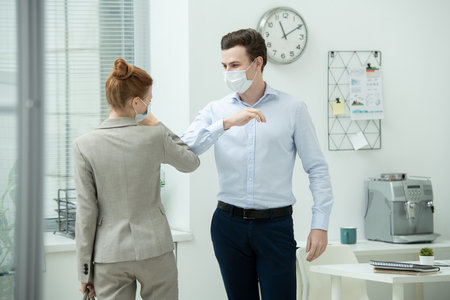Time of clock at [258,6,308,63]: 11:09
